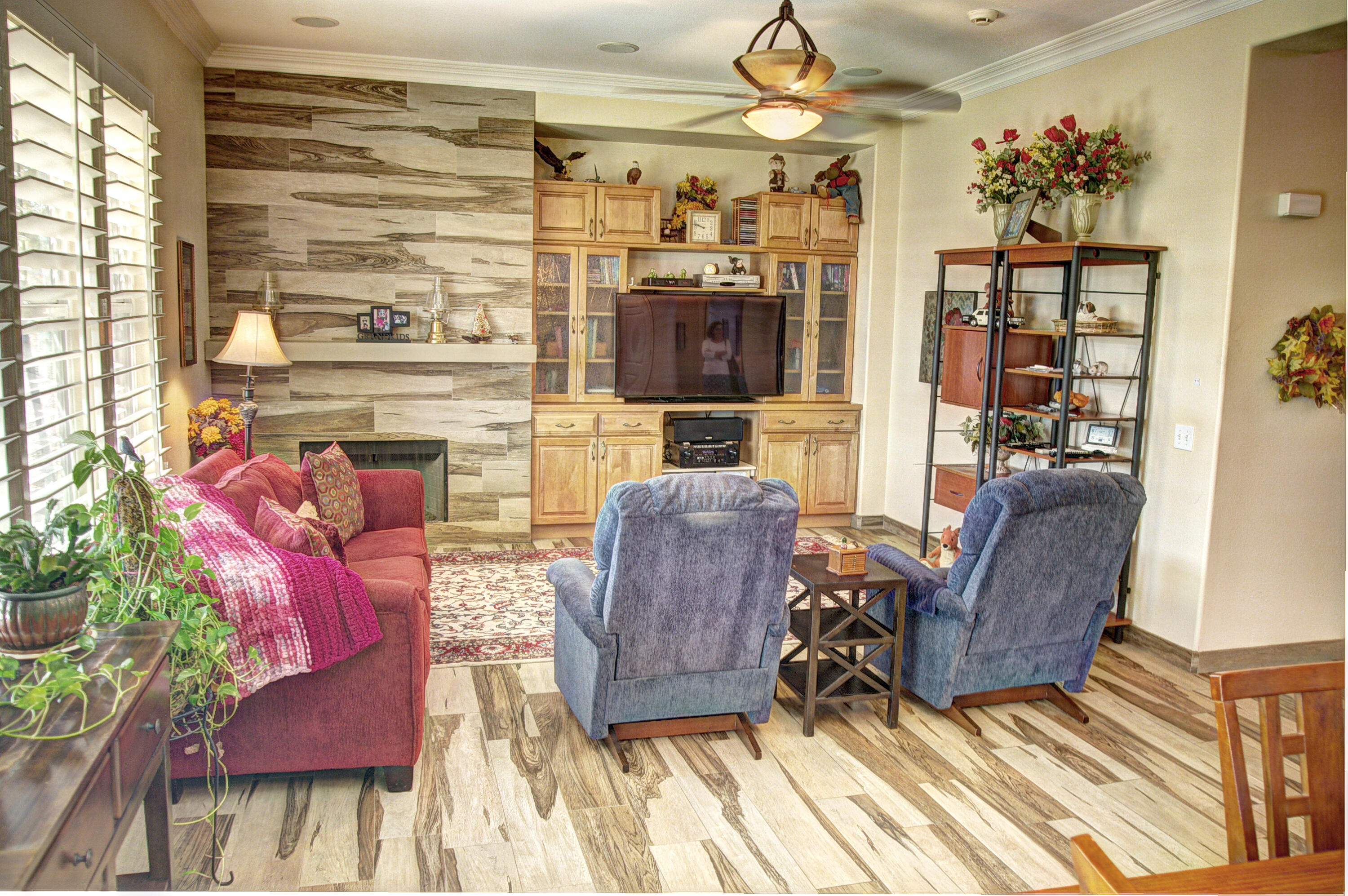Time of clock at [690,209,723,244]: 9:47
